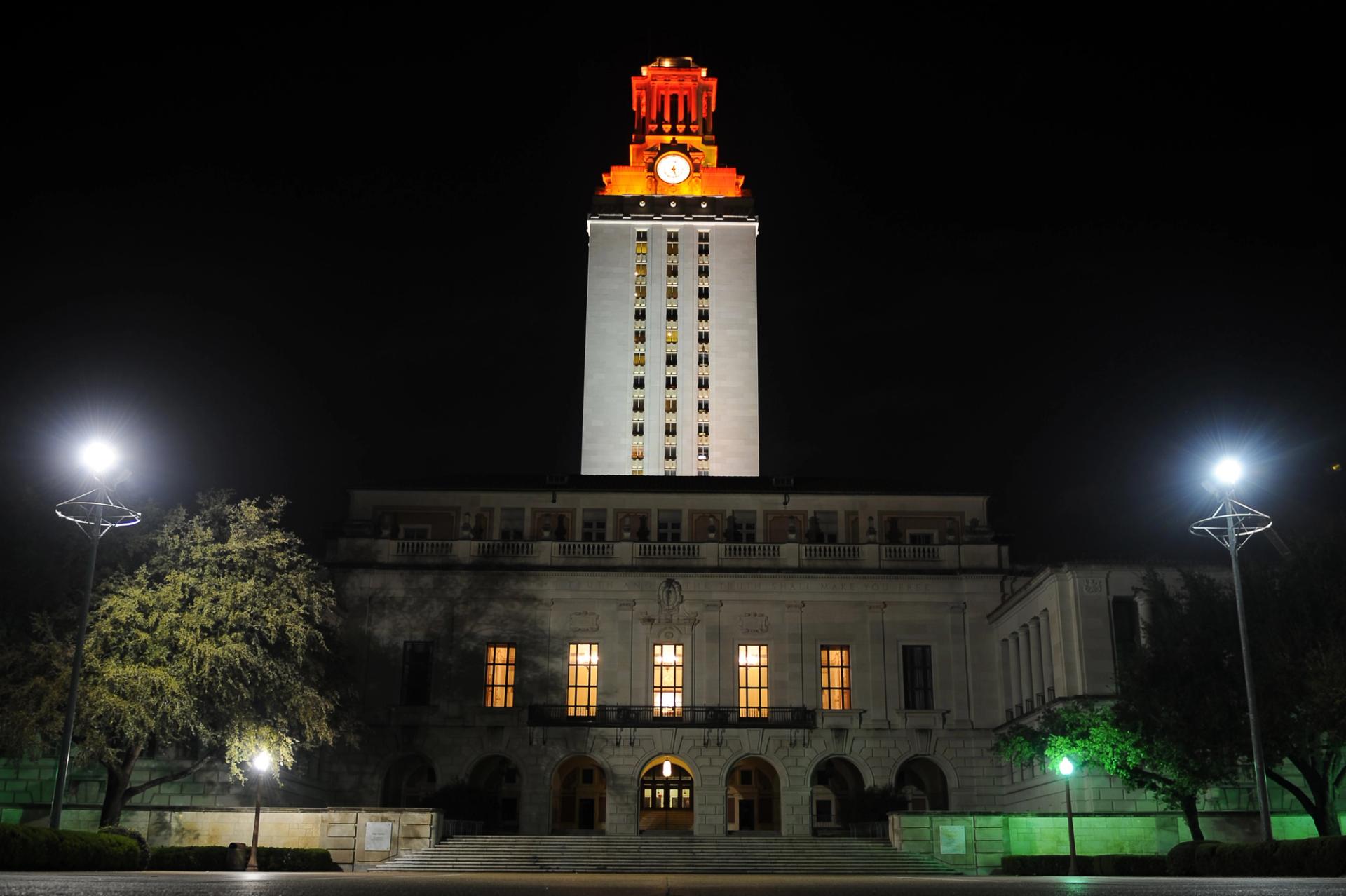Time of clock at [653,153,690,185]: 12:27
